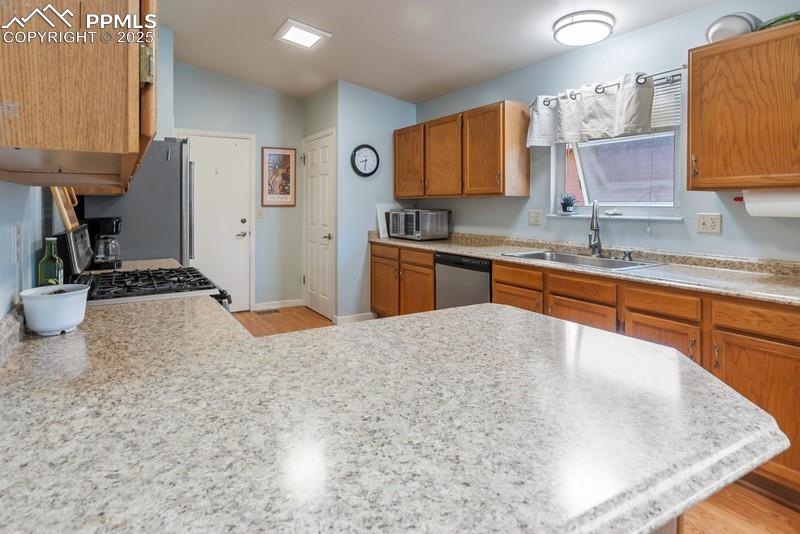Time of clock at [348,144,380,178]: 8:31
